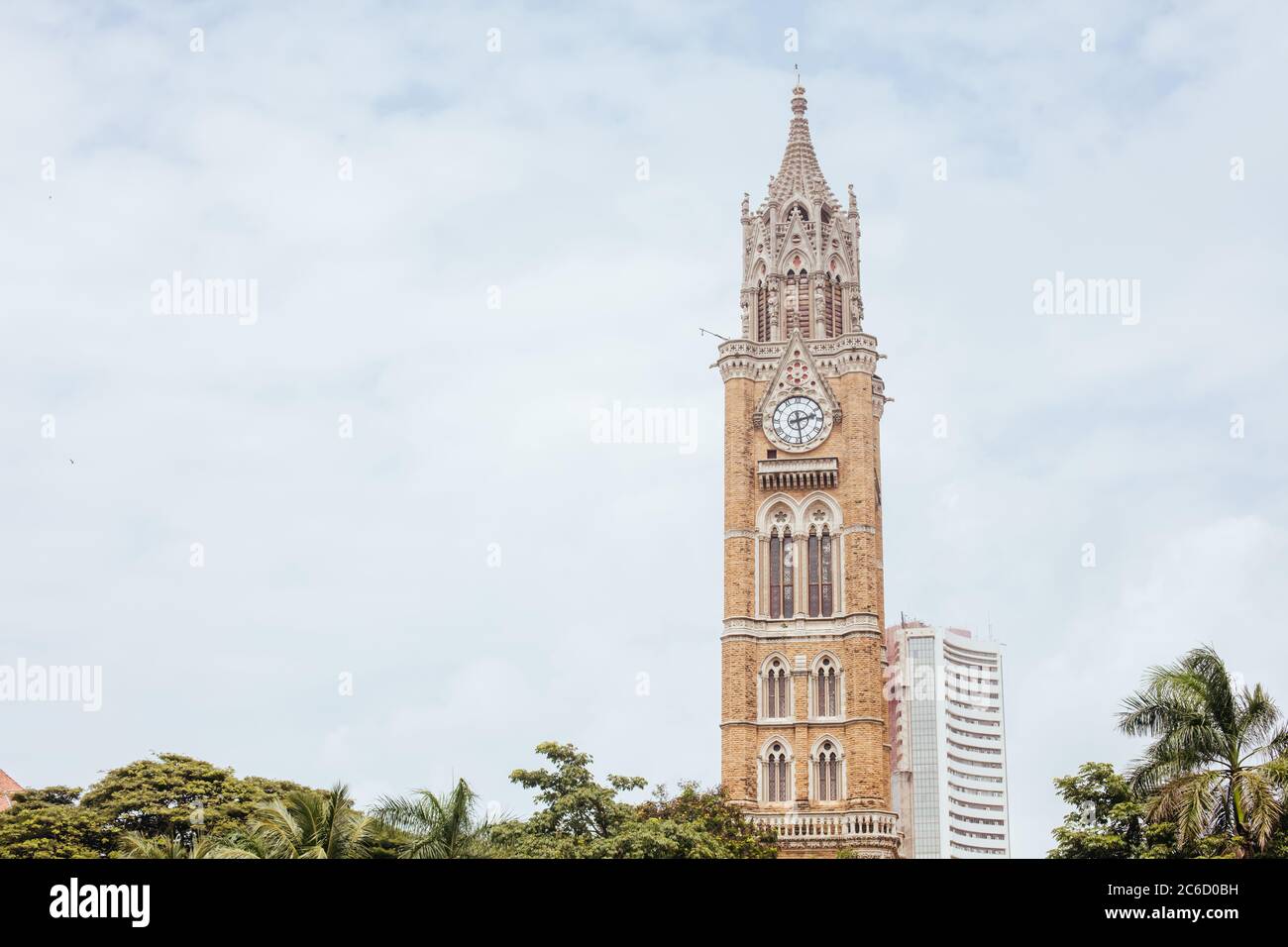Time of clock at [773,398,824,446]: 2:28
